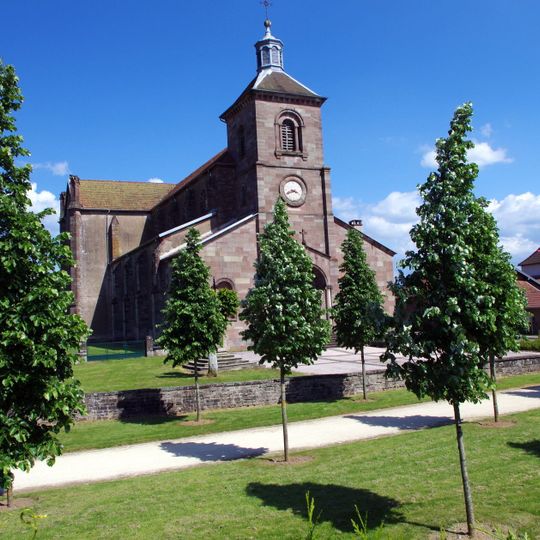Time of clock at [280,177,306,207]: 3:41
